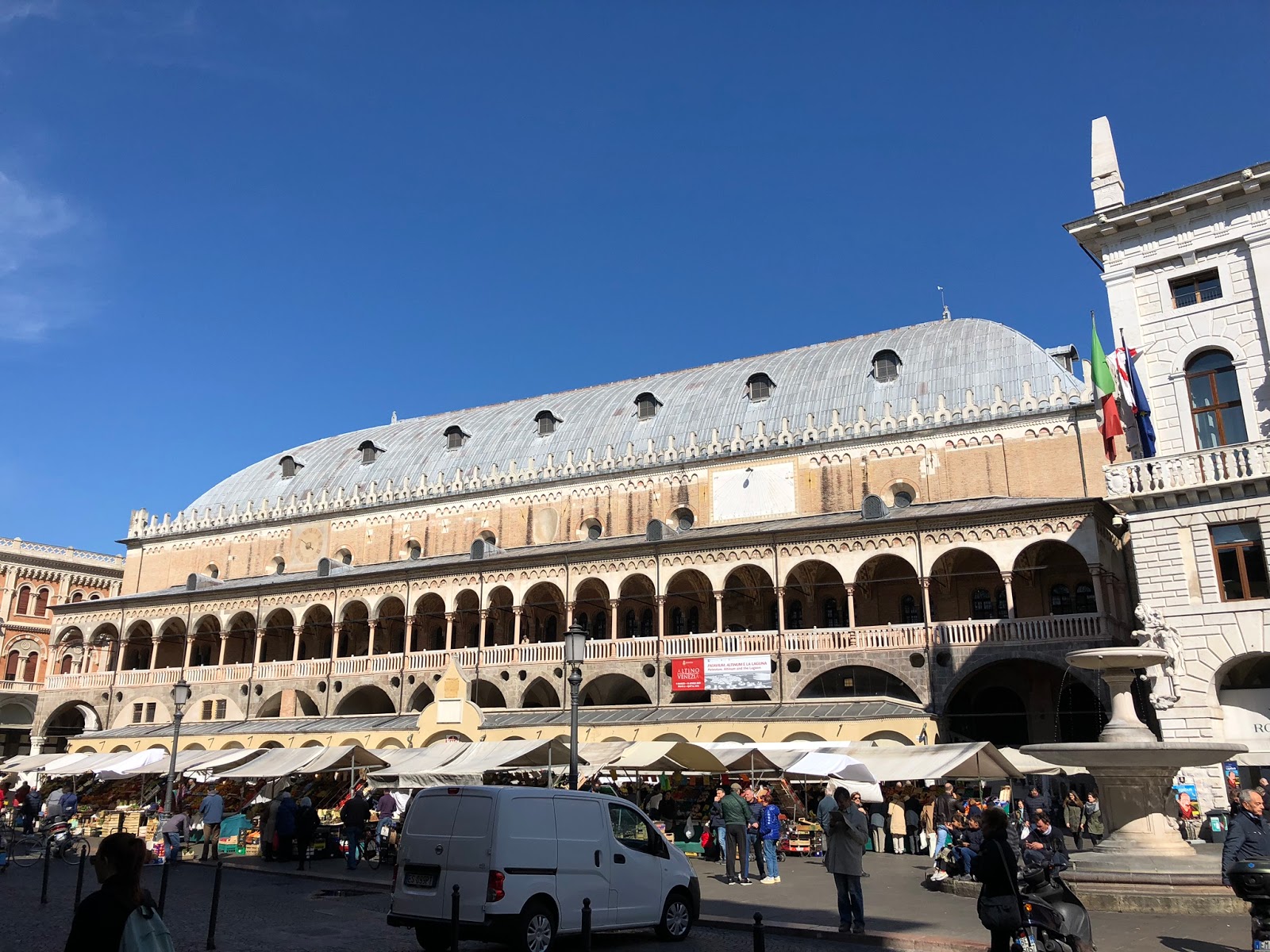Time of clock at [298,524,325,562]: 8:50
